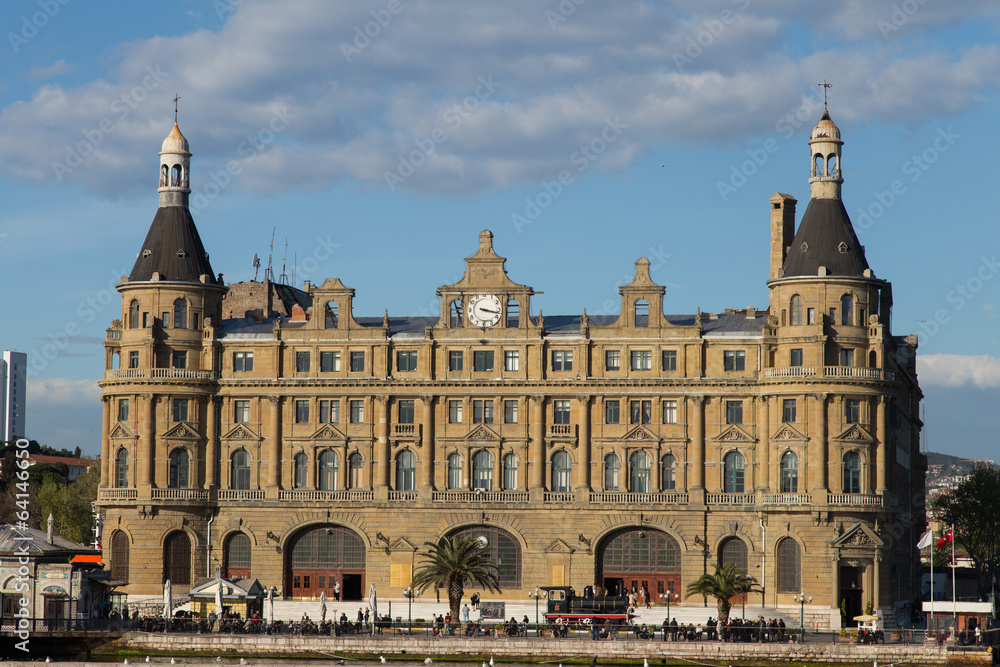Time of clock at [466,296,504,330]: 3:17
